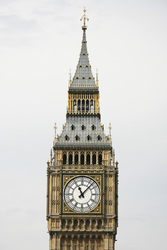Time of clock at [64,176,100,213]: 11:07
